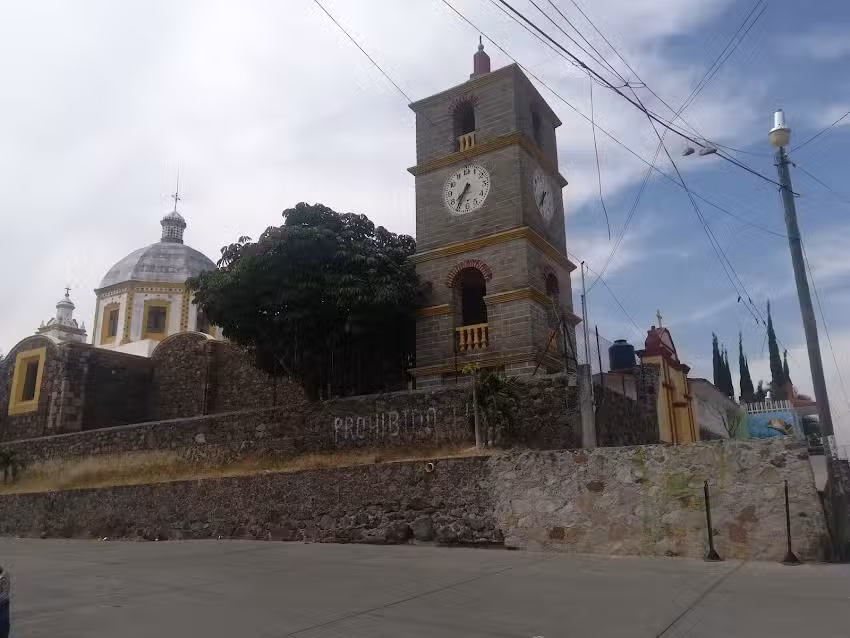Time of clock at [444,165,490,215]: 7:35
